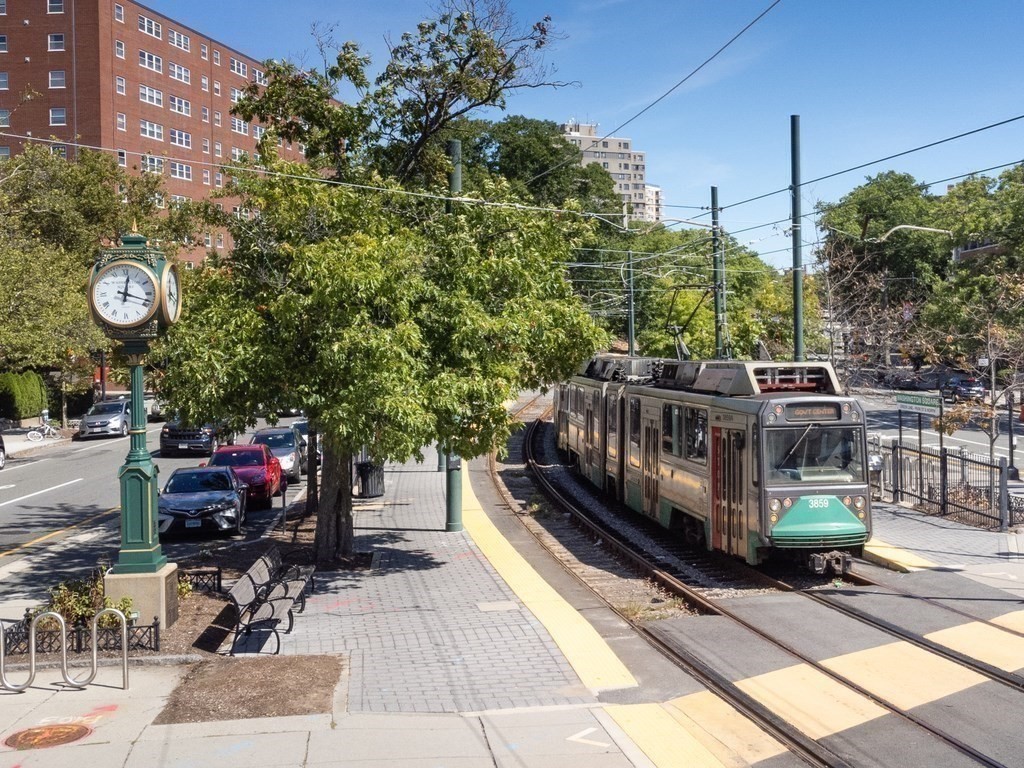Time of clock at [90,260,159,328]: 12:18
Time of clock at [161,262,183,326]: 12:18
